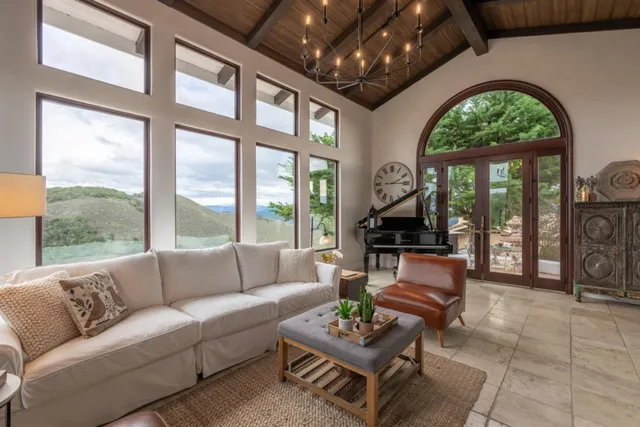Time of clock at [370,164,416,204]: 2:15
